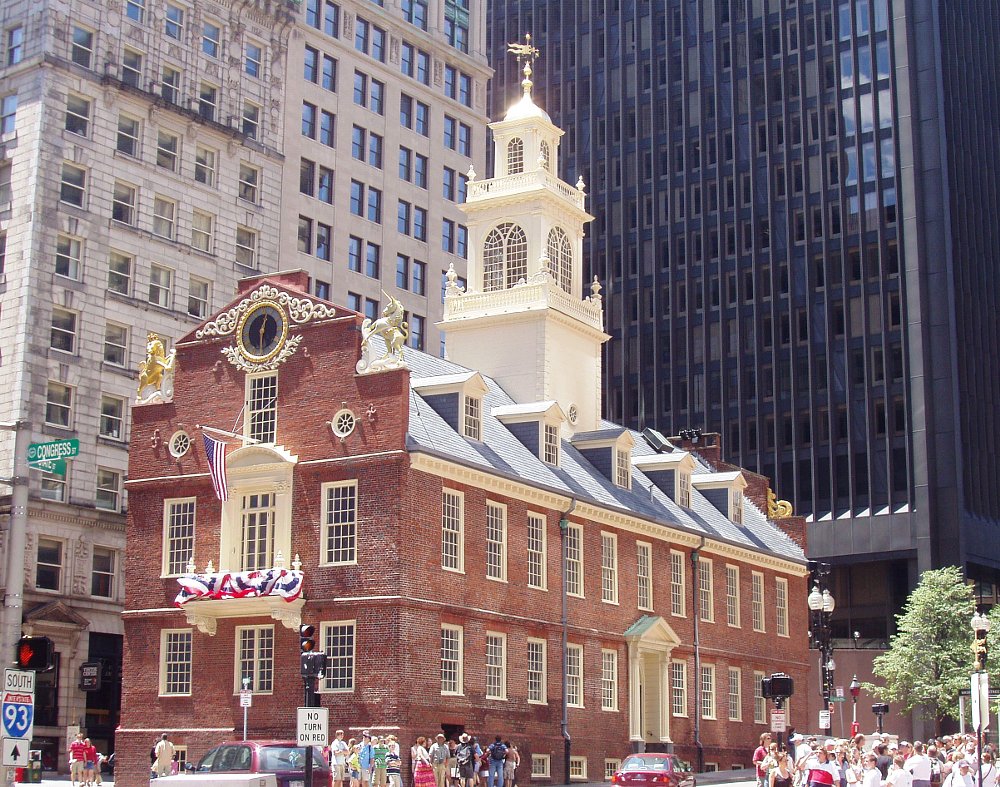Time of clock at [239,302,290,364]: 12:29
